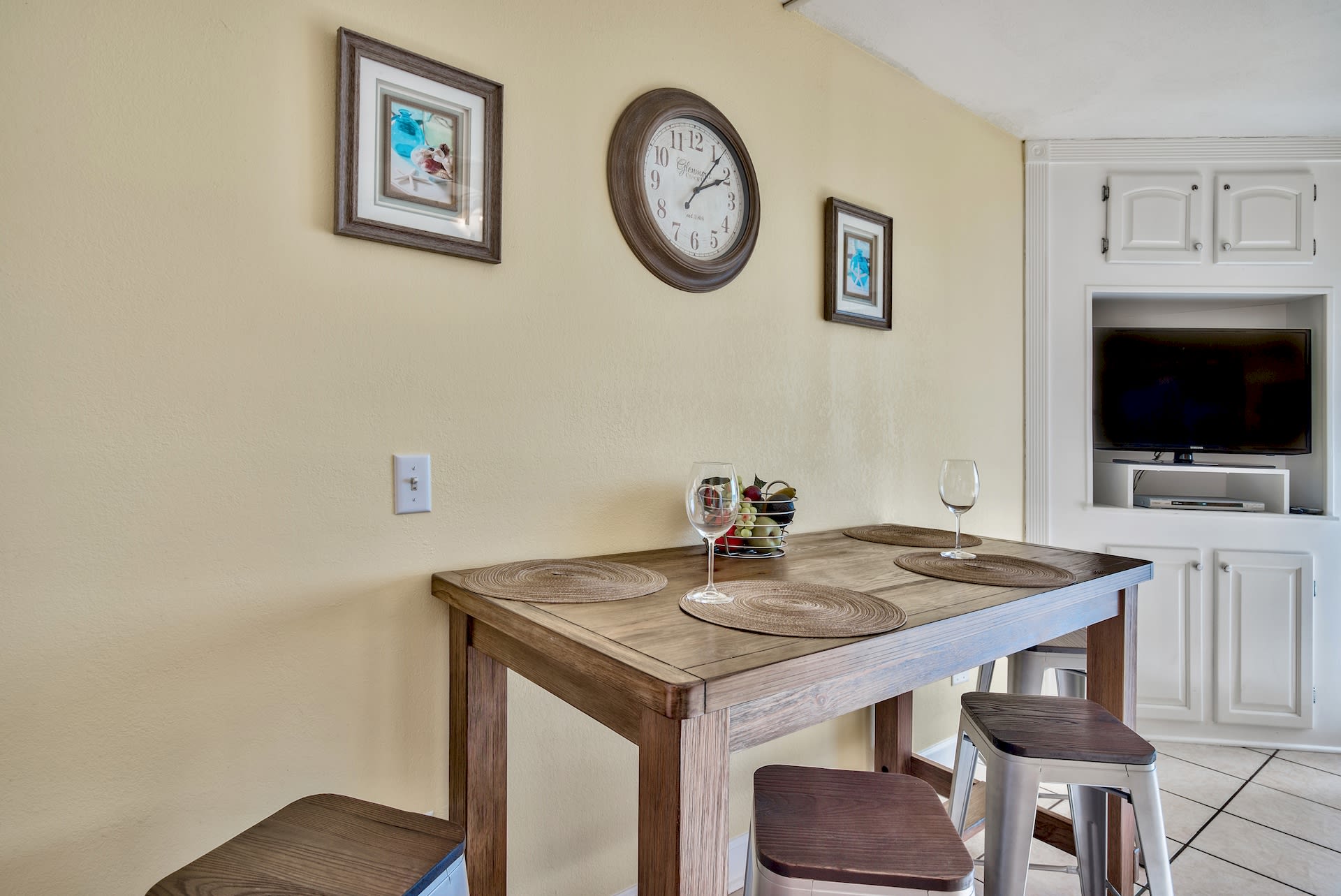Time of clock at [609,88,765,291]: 2:06
